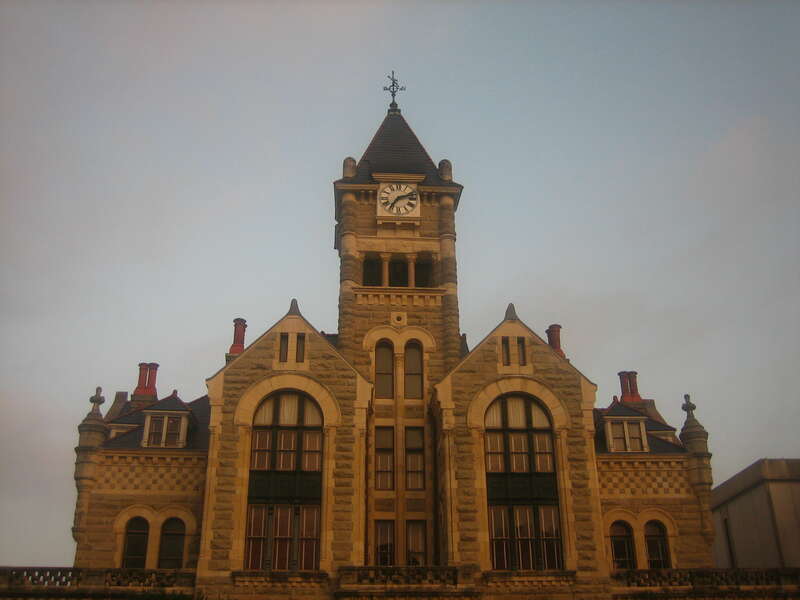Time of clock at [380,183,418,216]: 7:12
